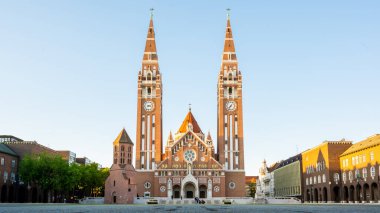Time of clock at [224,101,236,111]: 7:34
